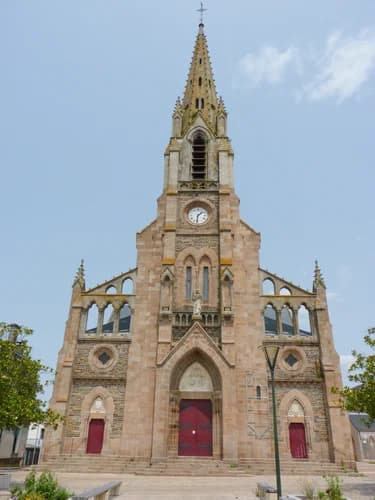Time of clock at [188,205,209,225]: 1:31
